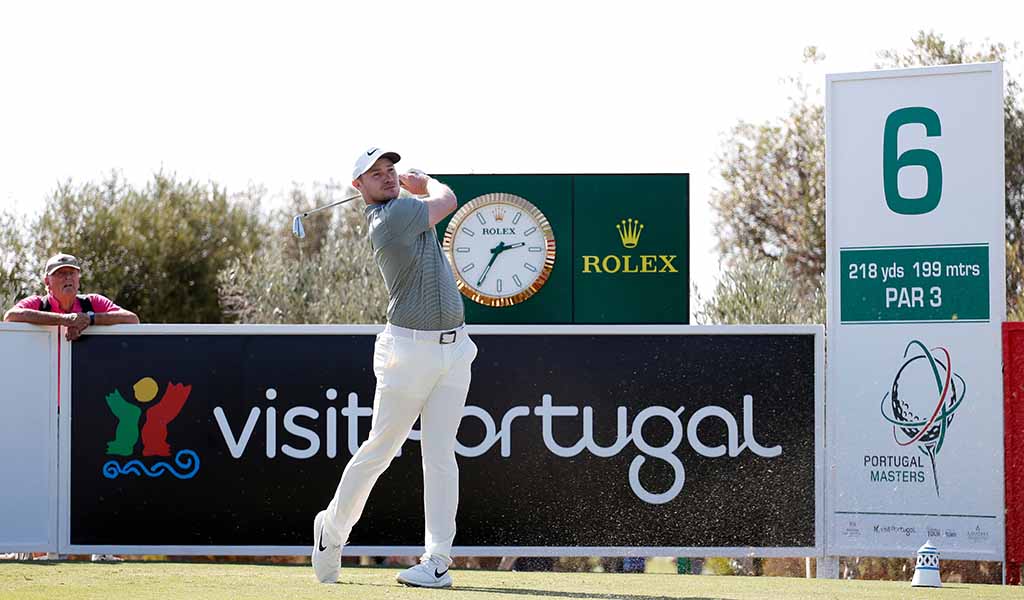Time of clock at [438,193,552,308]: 2:35
